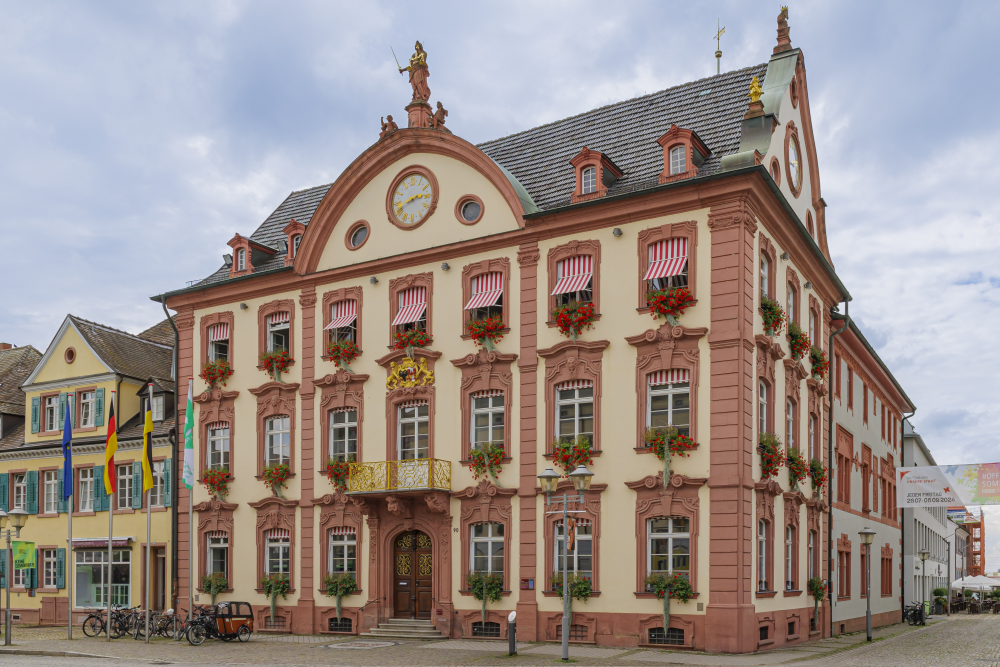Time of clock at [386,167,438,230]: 2:41
